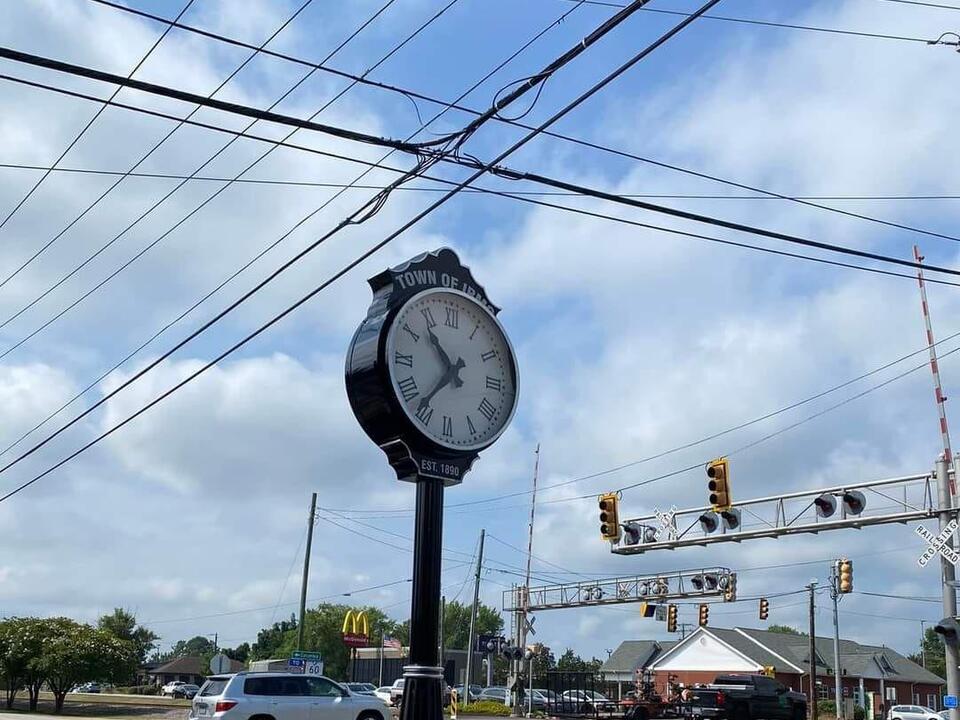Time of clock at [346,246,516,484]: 10:36
